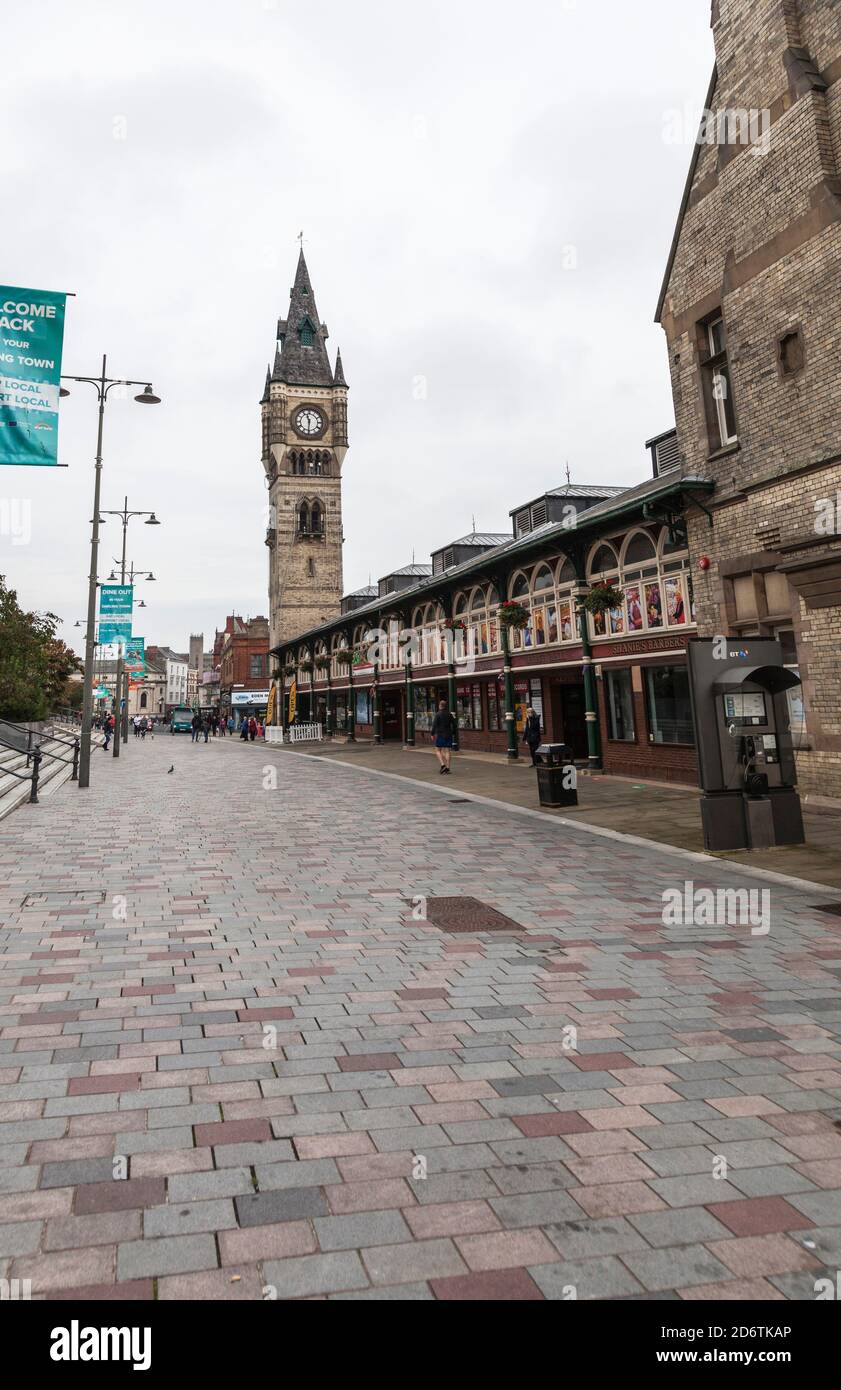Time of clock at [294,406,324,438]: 11:31
